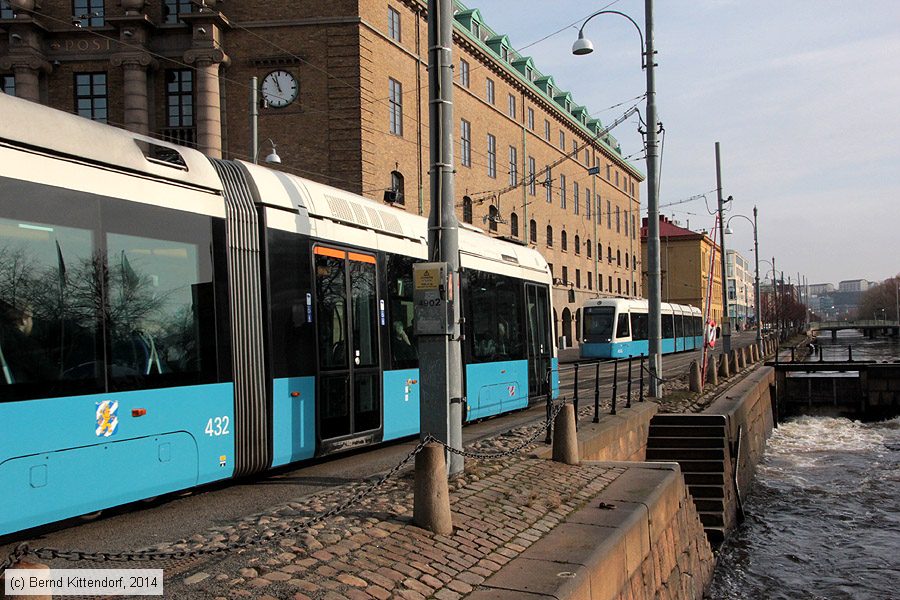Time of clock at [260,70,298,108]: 10:57
